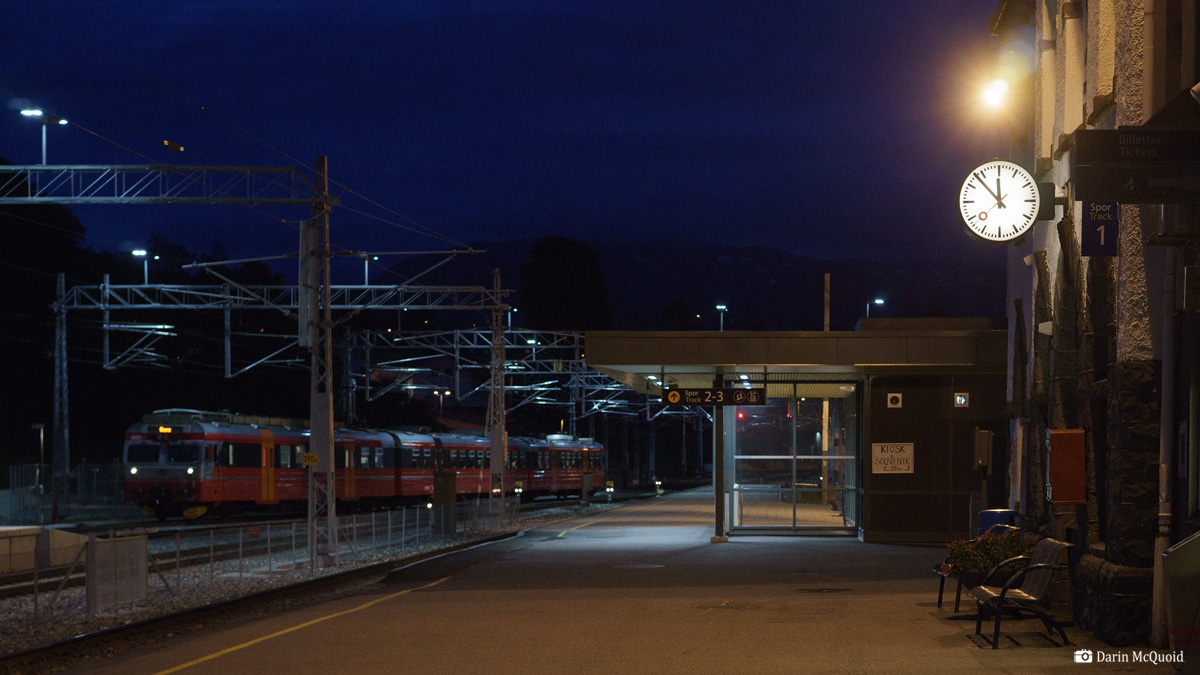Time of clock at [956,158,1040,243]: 11:52
